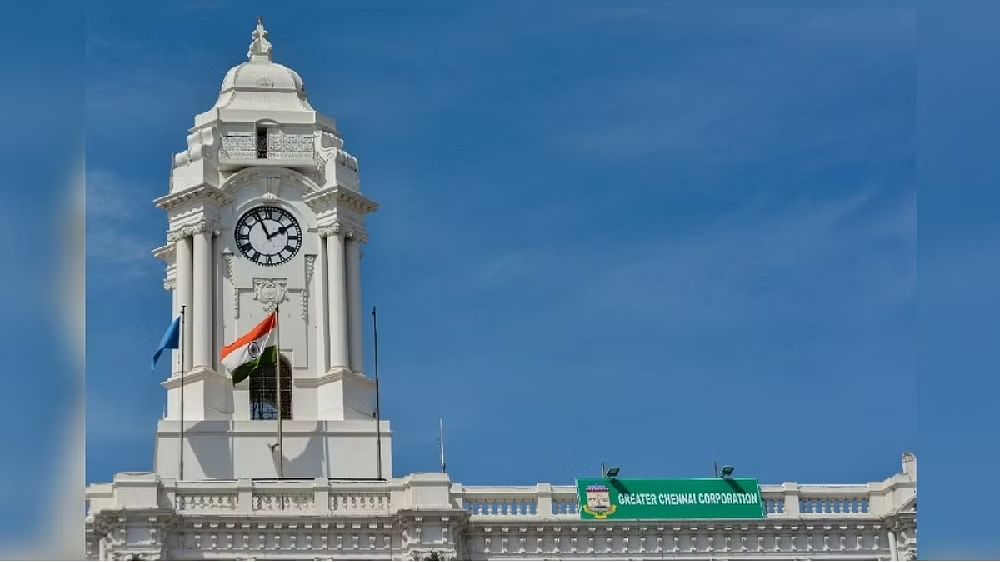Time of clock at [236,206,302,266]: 1:55
